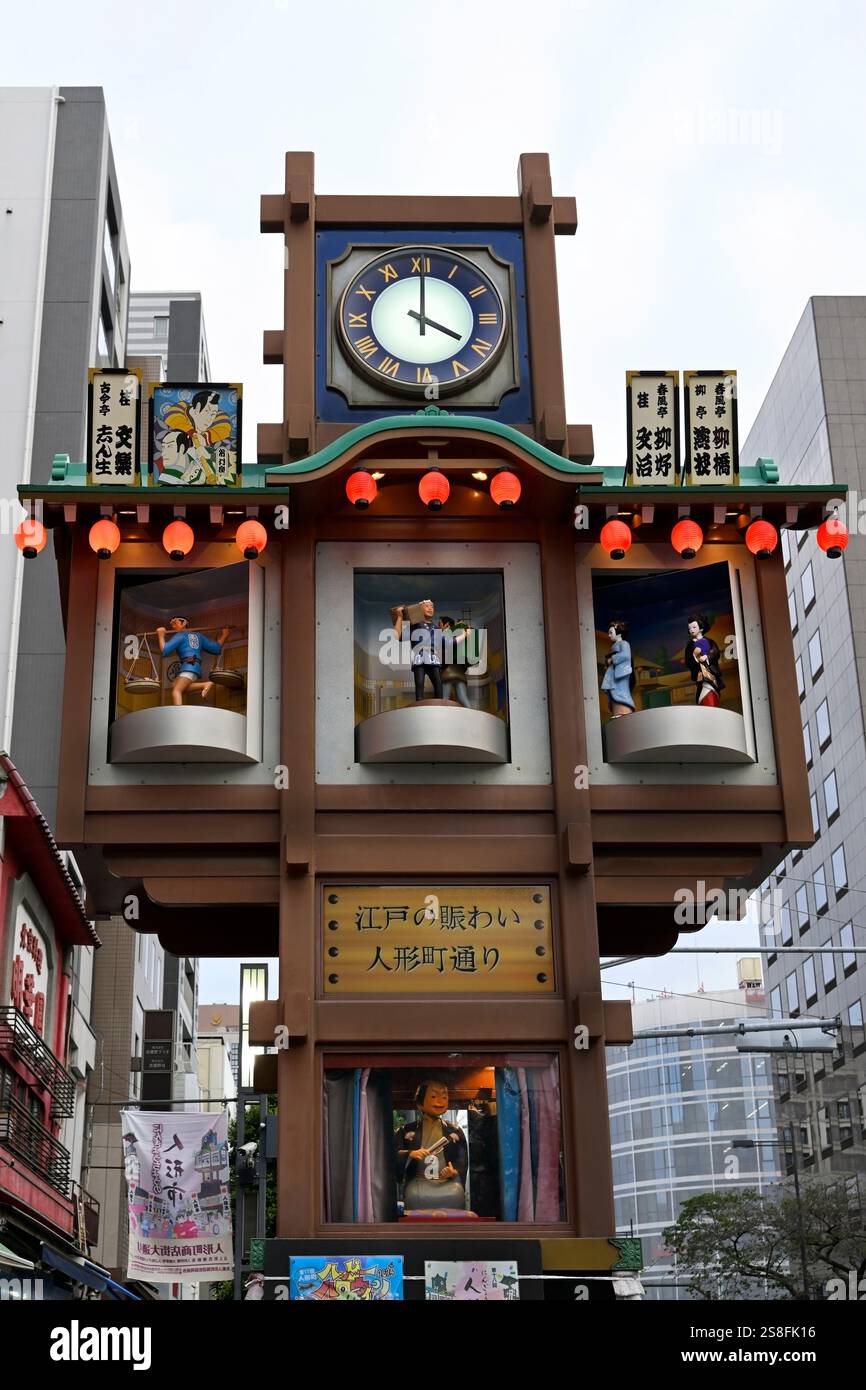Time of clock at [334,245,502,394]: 4:00
